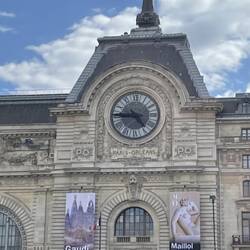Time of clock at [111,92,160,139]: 4:44
